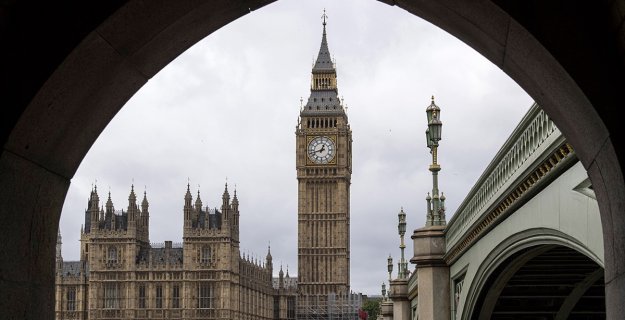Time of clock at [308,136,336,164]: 12:42
